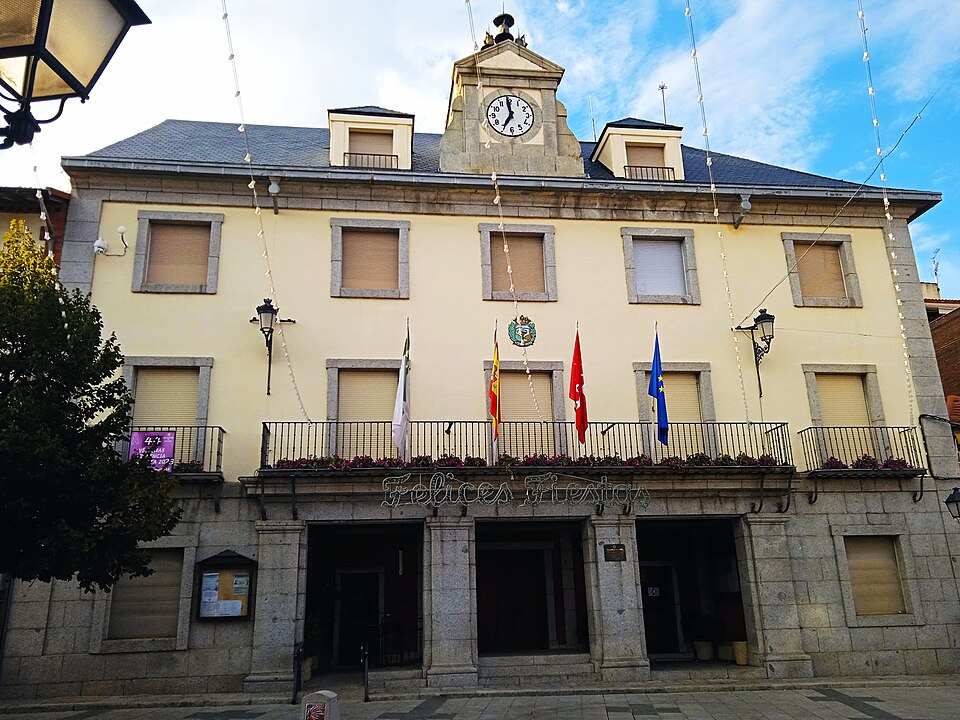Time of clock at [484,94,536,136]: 6:58
